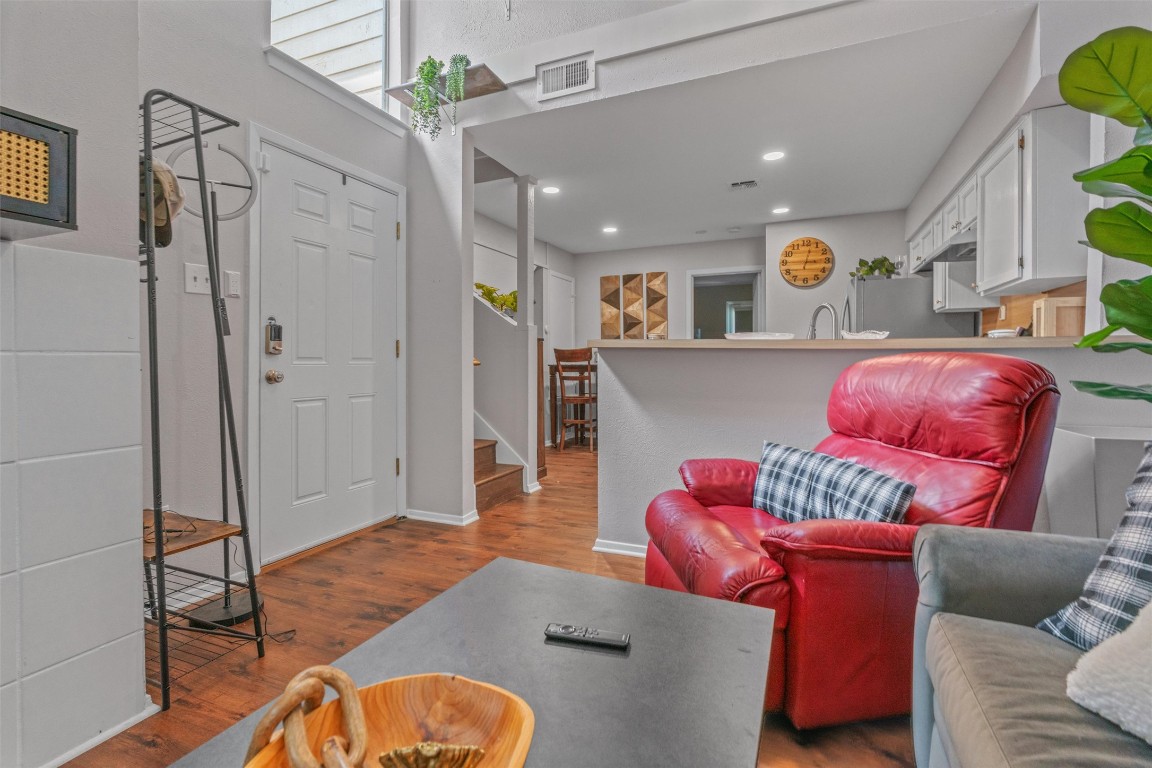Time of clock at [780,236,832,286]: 3:02
